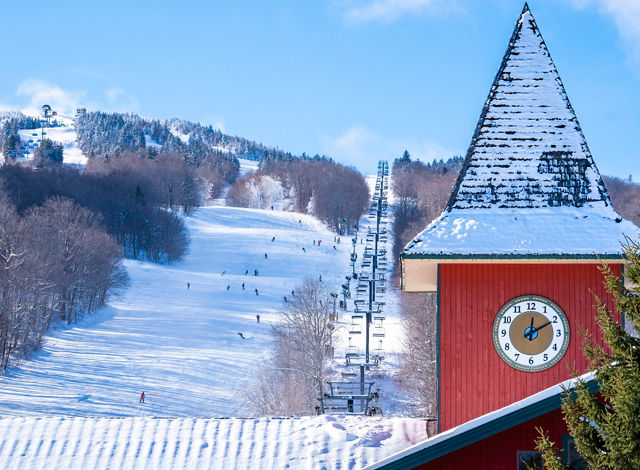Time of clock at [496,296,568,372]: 12:10
